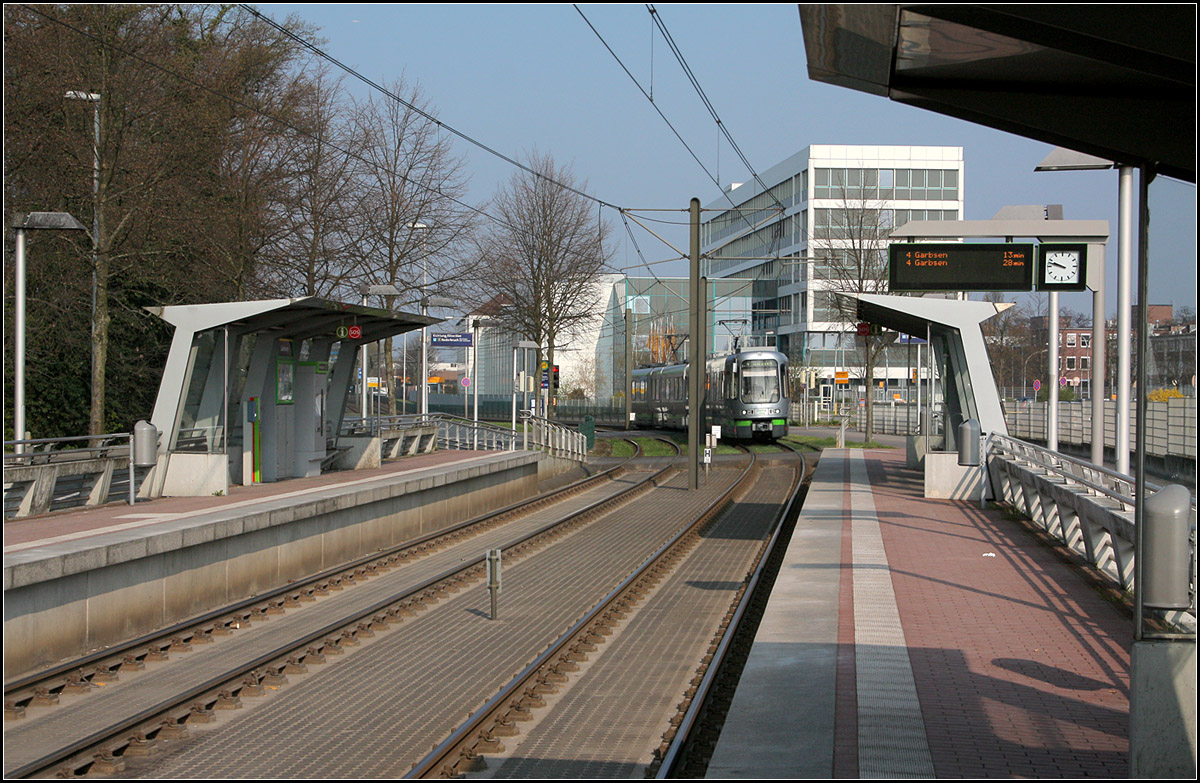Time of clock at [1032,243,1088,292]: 9:47
